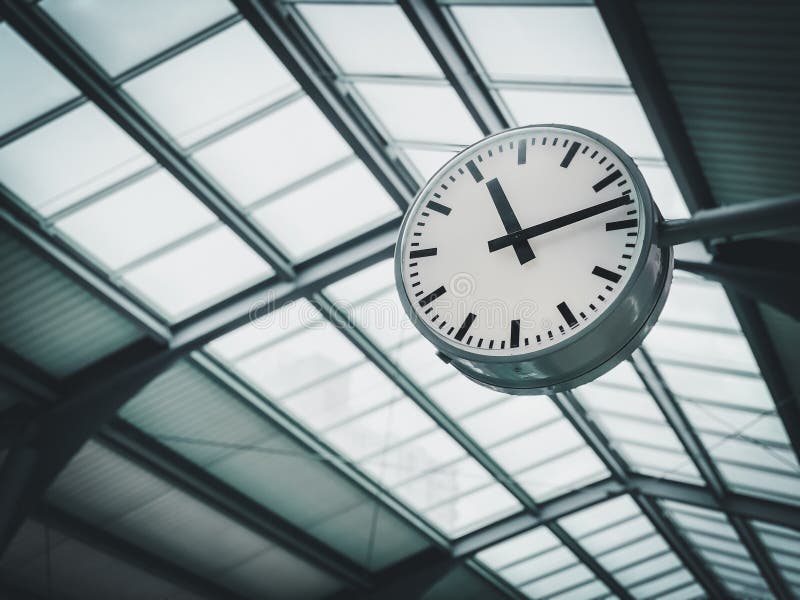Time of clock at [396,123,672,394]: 11:12
